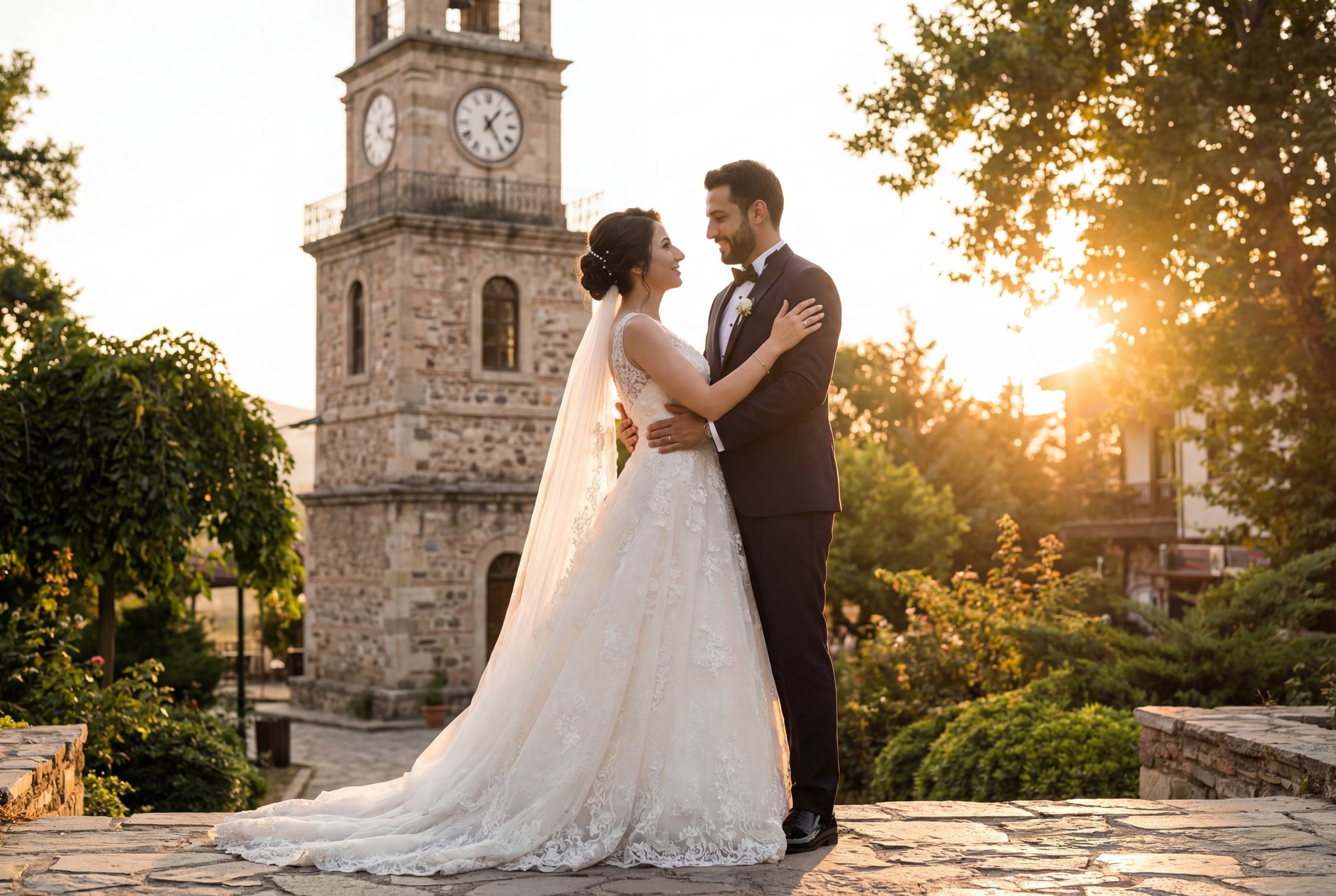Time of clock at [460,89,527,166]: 1:24
